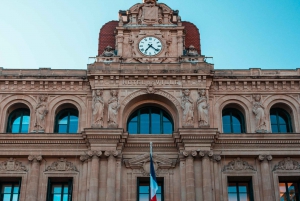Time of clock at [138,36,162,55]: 7:21
